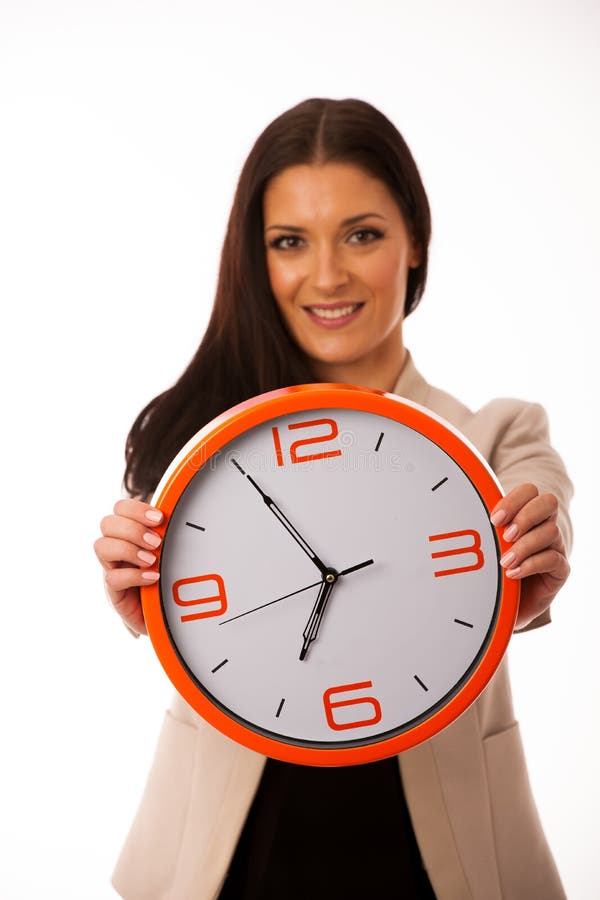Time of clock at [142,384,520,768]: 6:55
